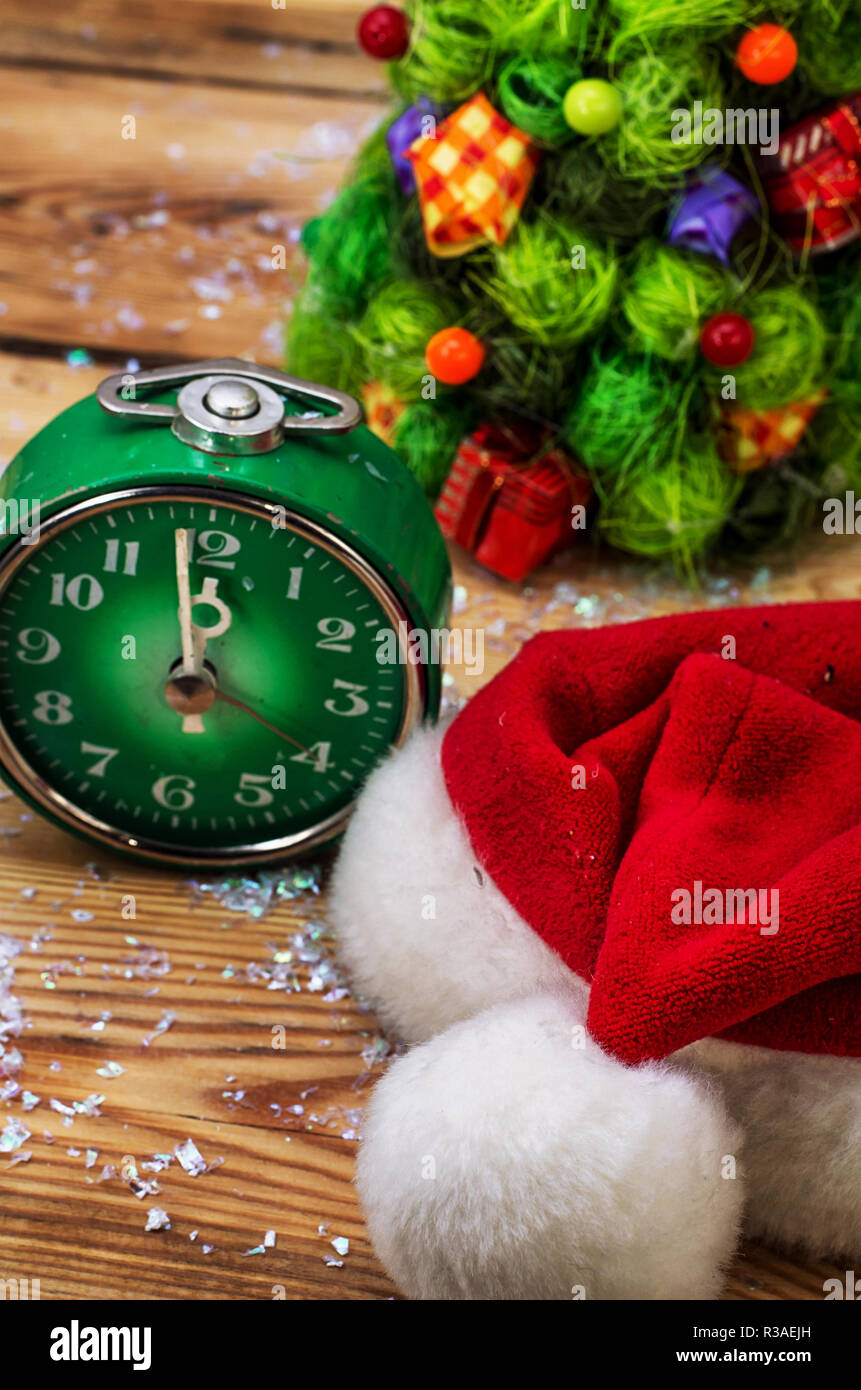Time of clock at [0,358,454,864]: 11:58
